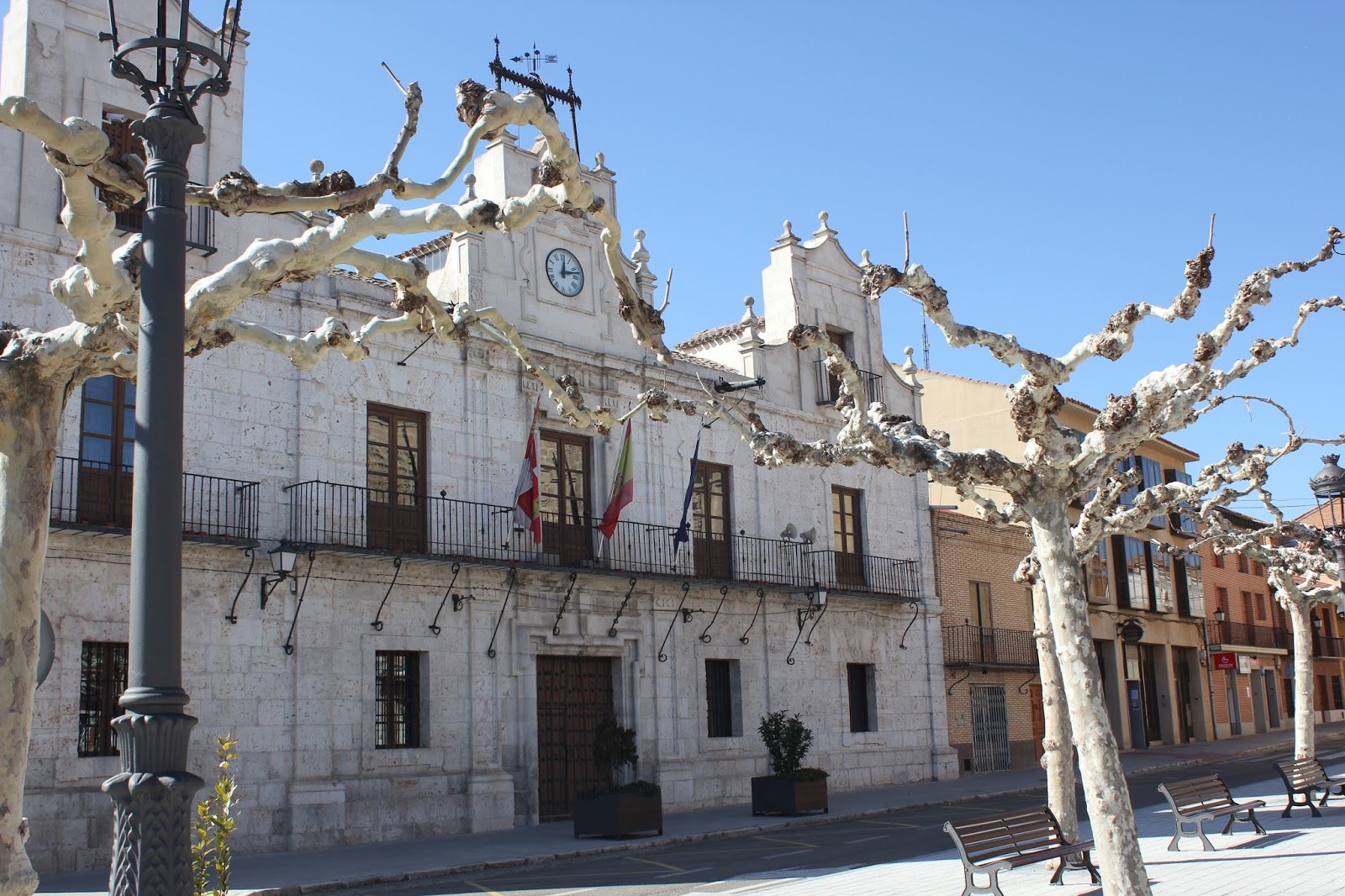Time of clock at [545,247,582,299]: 12:12
